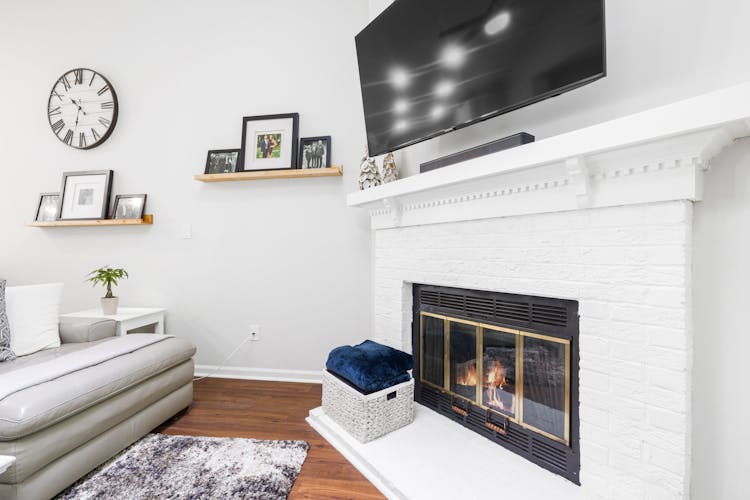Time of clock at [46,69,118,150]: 10:32
